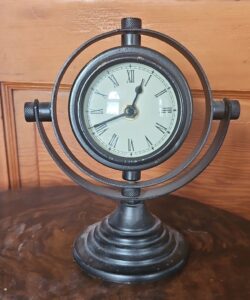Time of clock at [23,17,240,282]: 12:41
